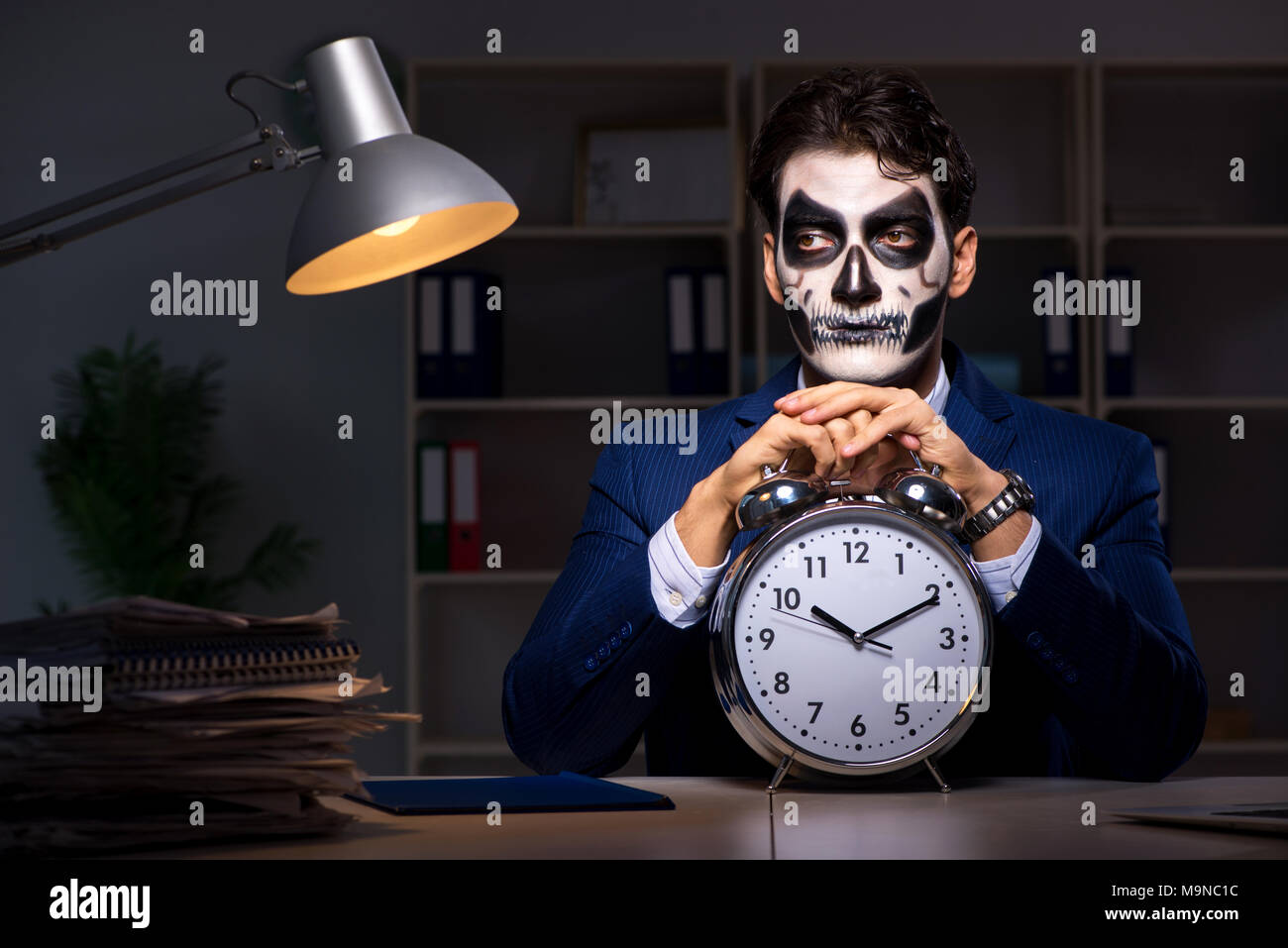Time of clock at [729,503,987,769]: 10:10
